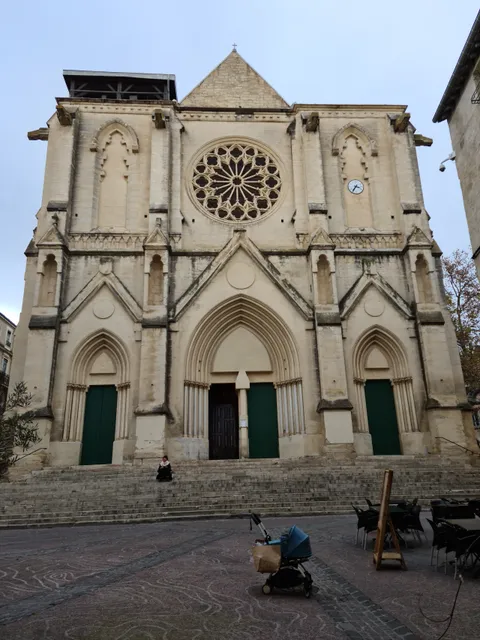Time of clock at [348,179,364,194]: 3:35
